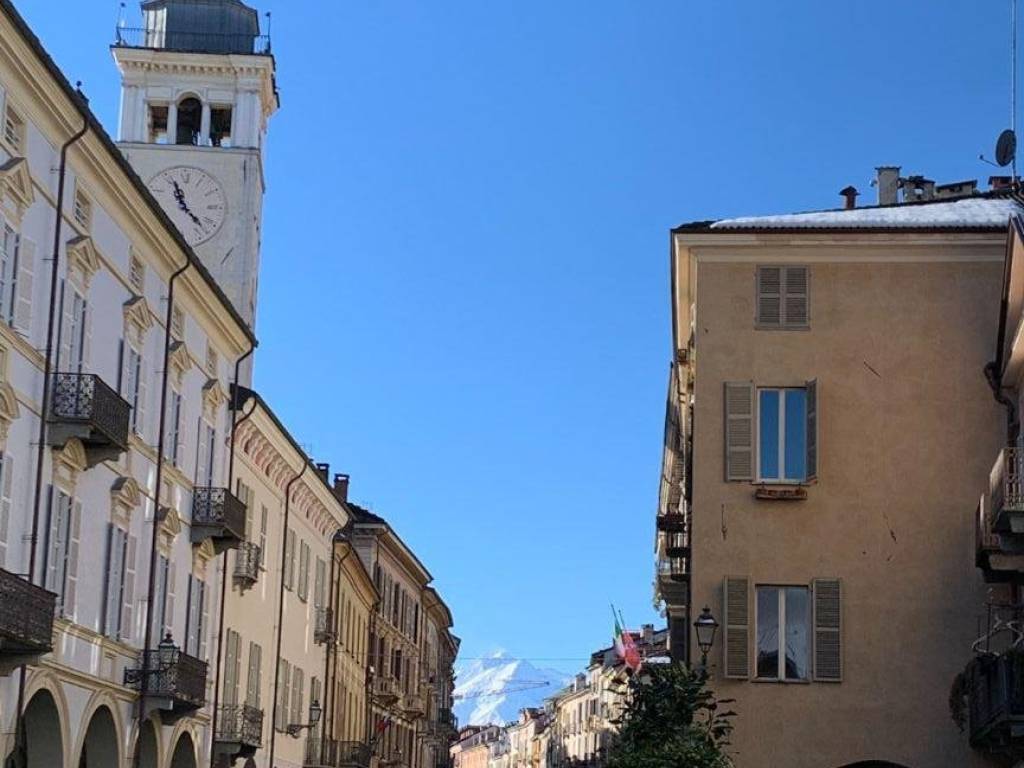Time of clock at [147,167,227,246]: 11:22
